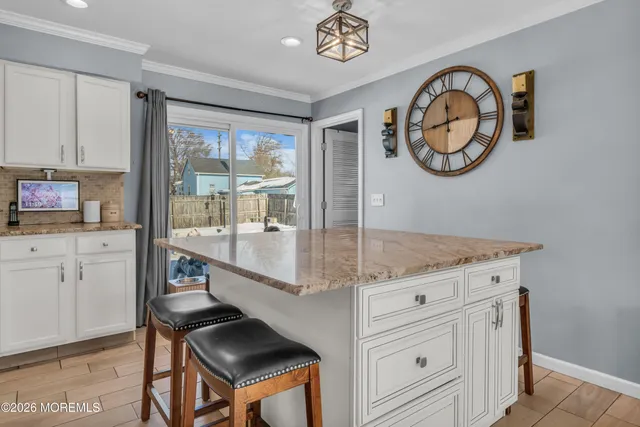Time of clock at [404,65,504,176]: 11:43
